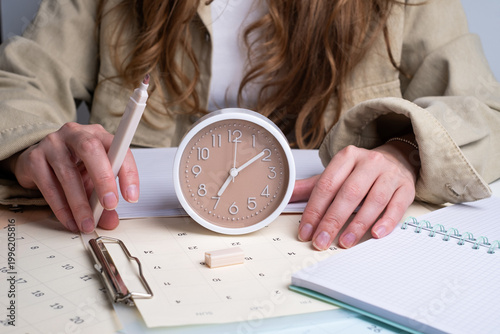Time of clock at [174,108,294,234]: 7:09
